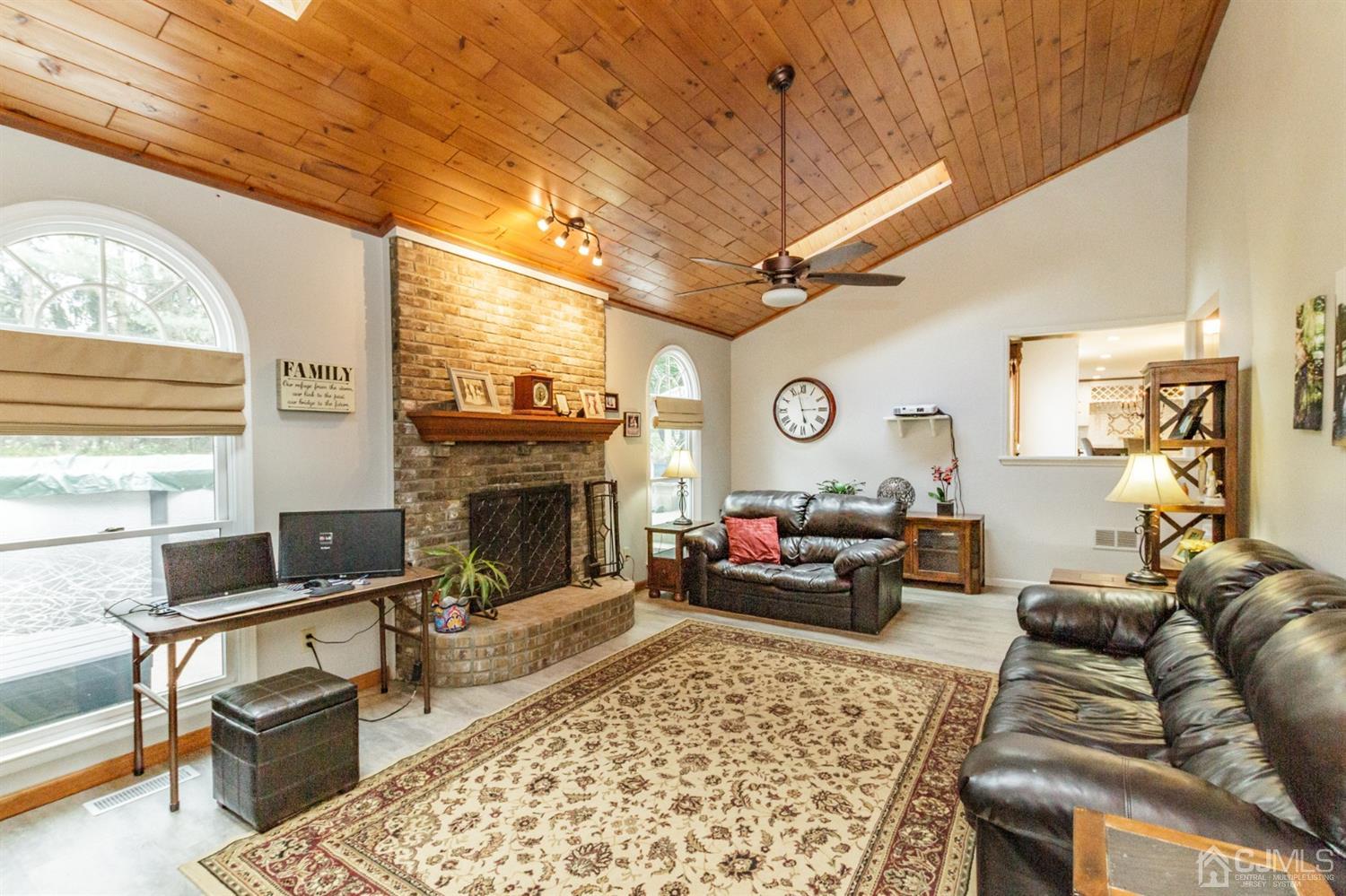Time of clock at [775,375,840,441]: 2:57
